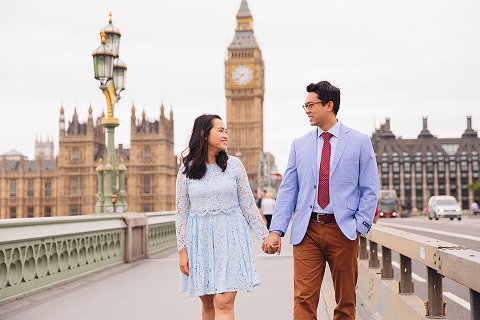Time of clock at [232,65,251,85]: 9:38
